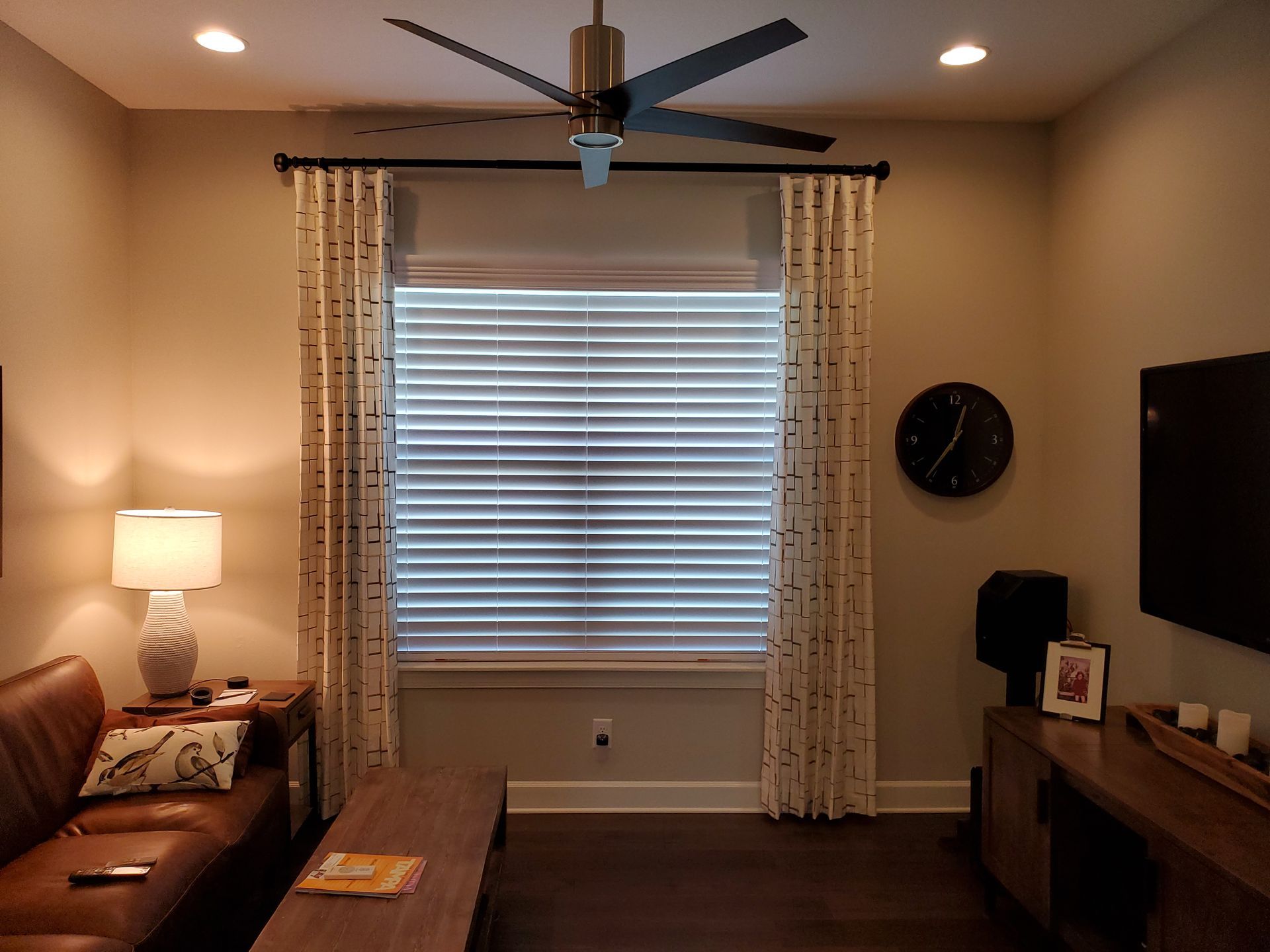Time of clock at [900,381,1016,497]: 12:36
